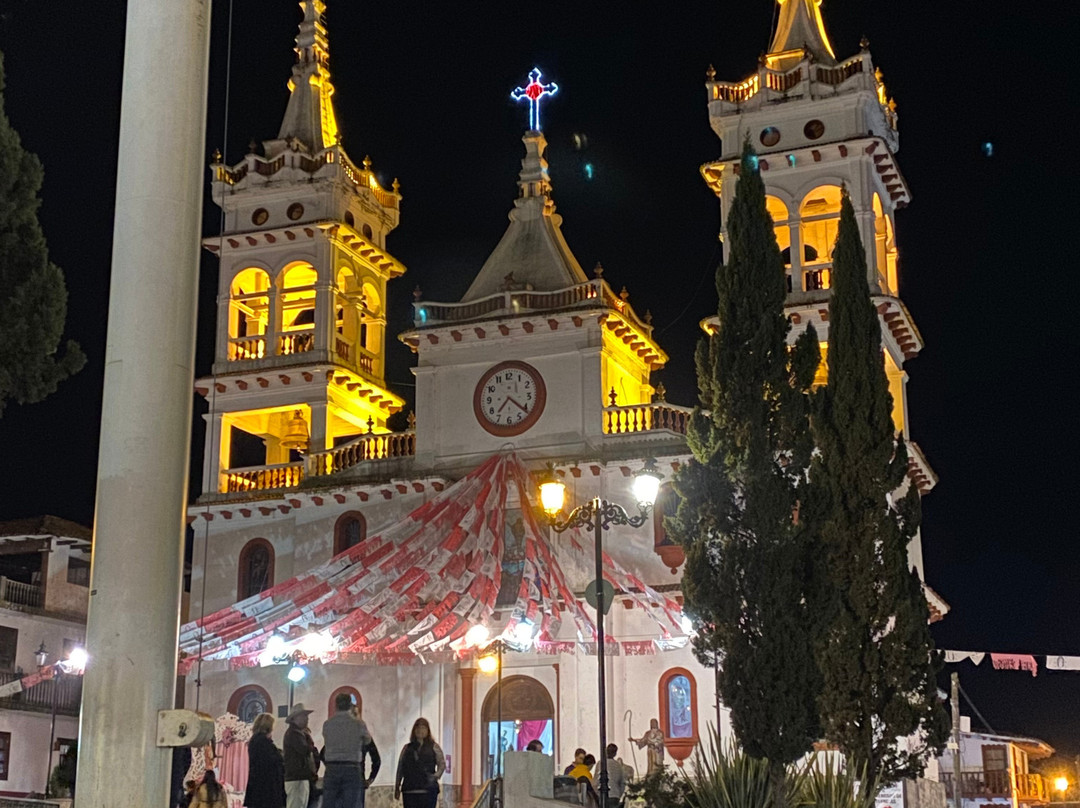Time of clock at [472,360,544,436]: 7:21
